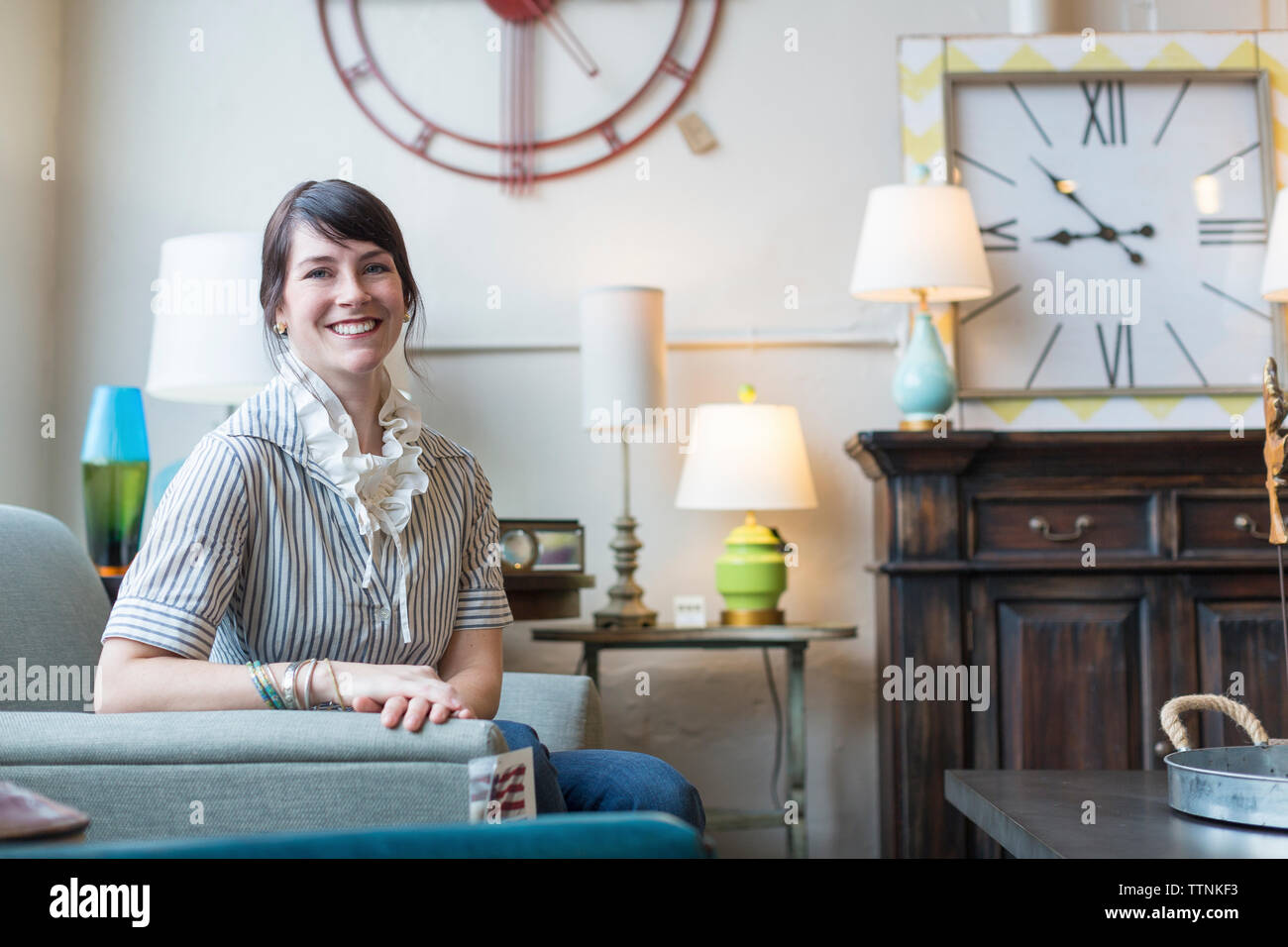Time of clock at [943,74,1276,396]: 8:52
